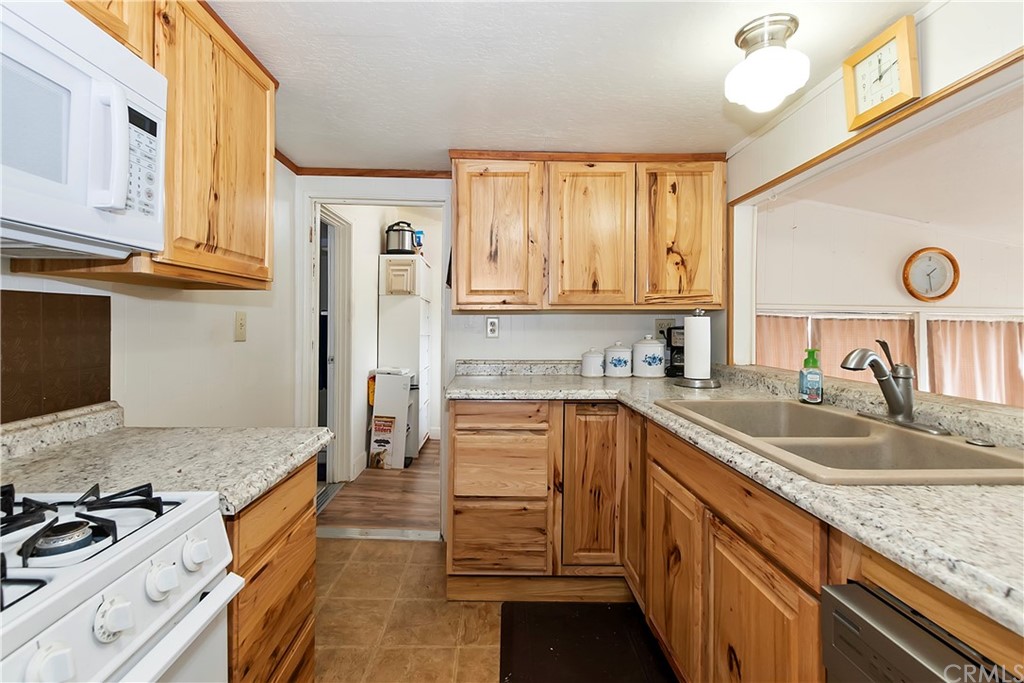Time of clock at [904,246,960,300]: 1:27
